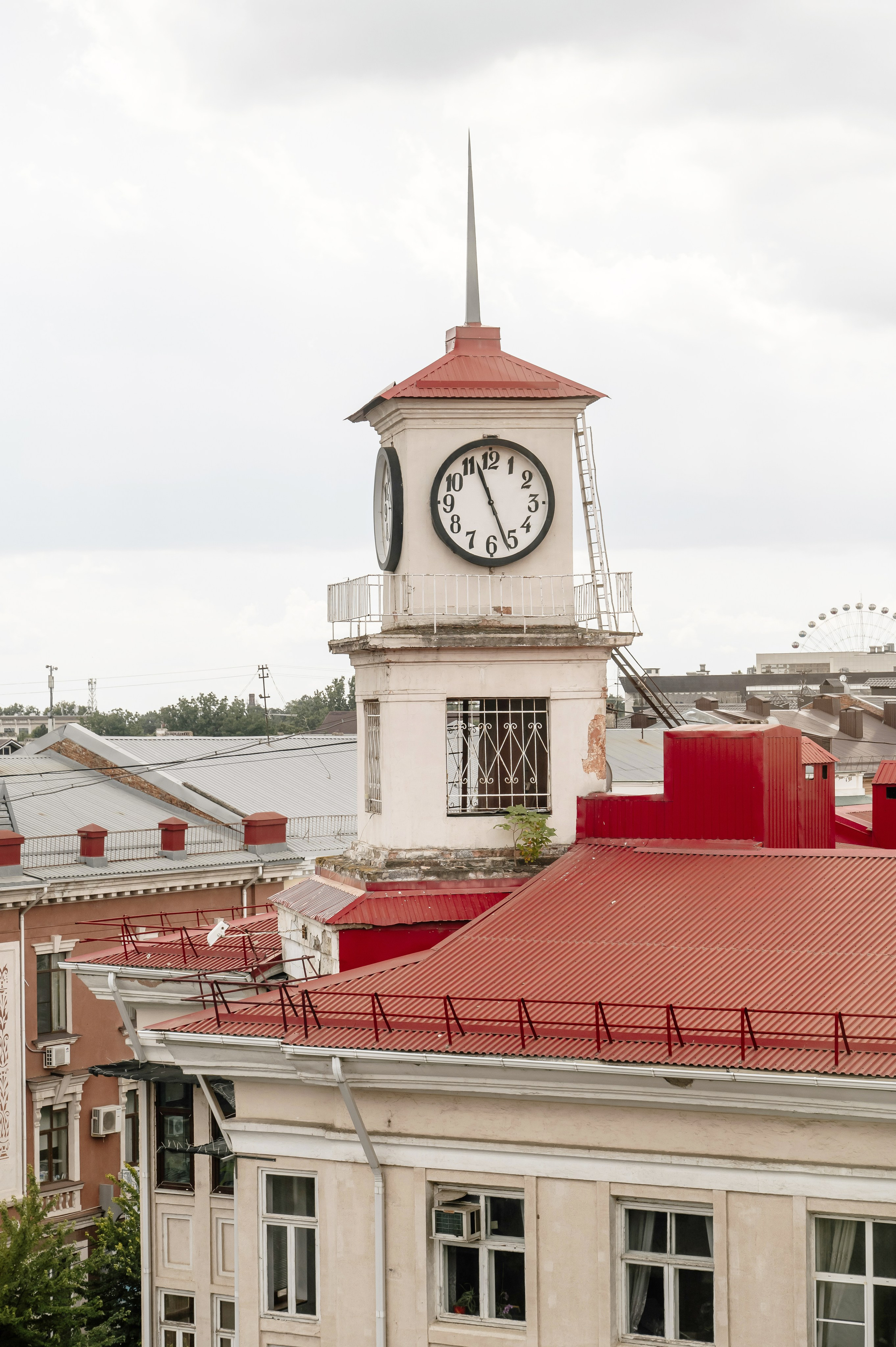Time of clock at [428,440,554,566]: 11:26
